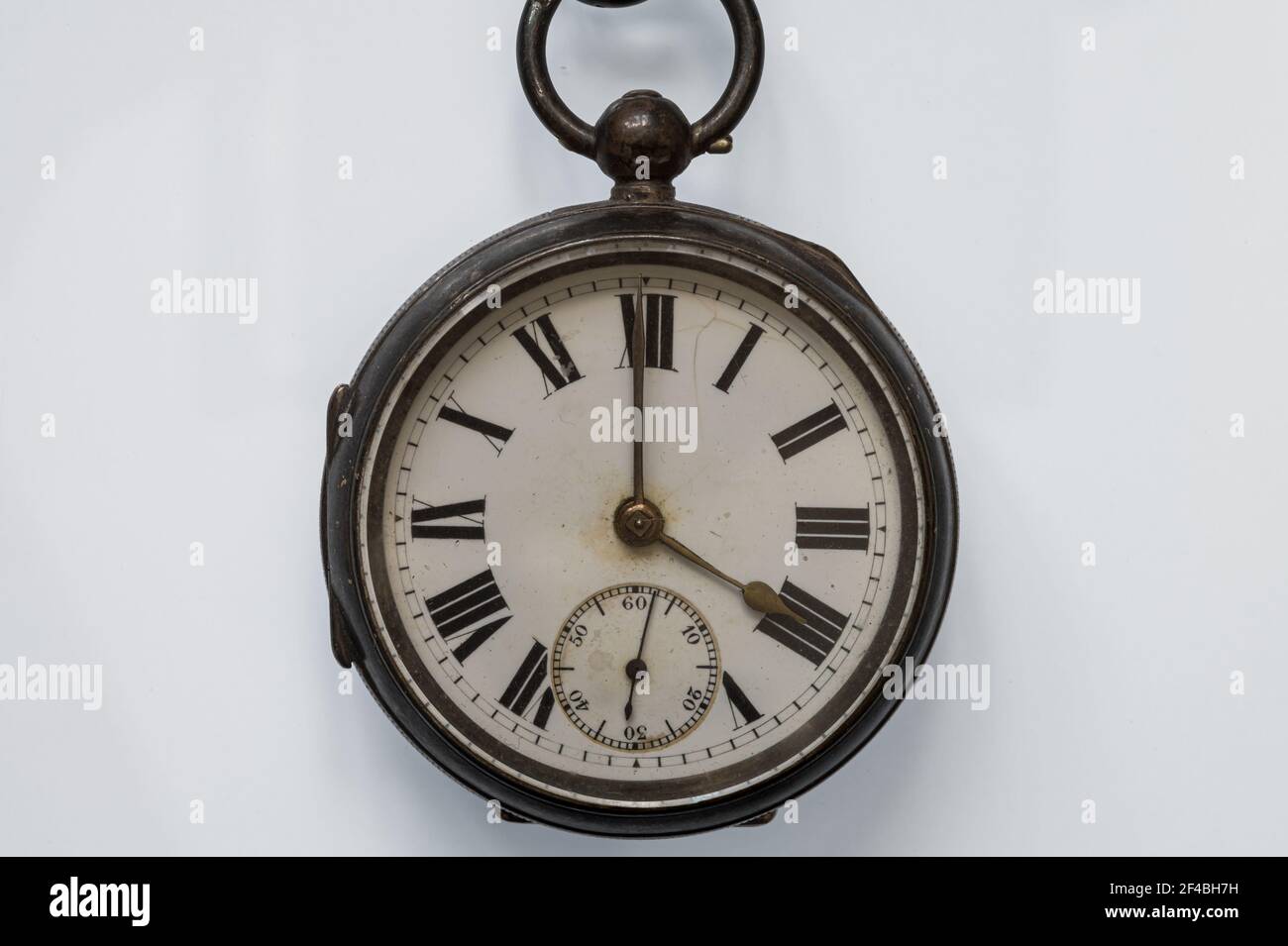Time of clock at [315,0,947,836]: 3:59
